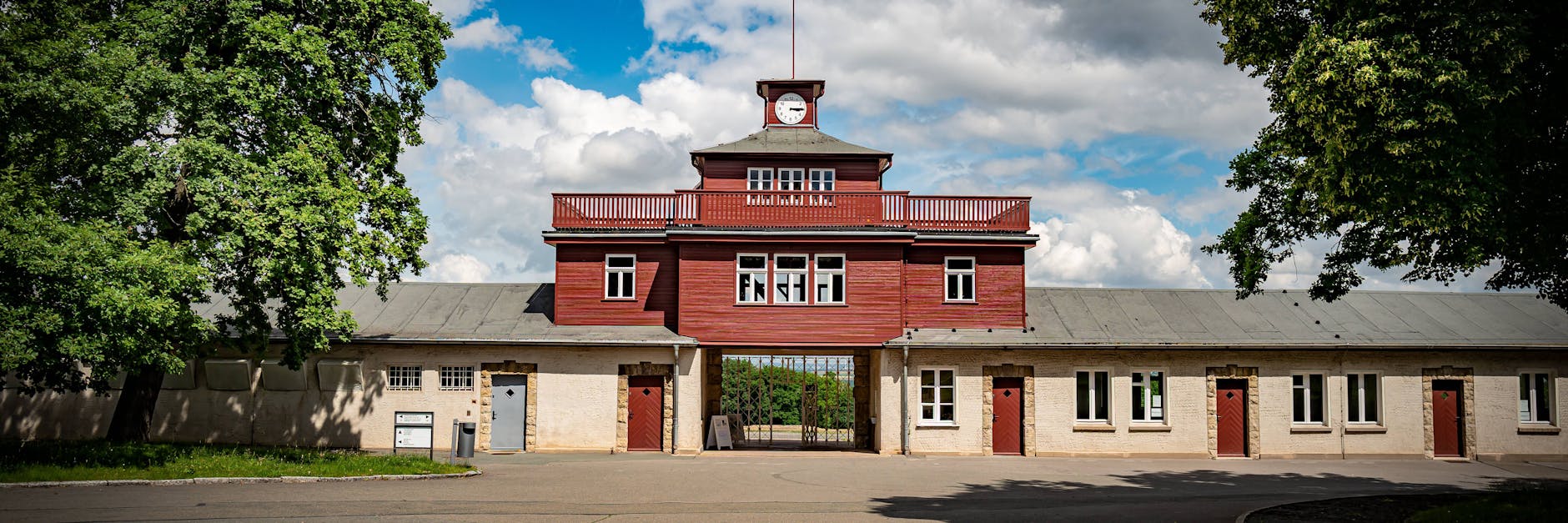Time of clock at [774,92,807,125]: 3:14
